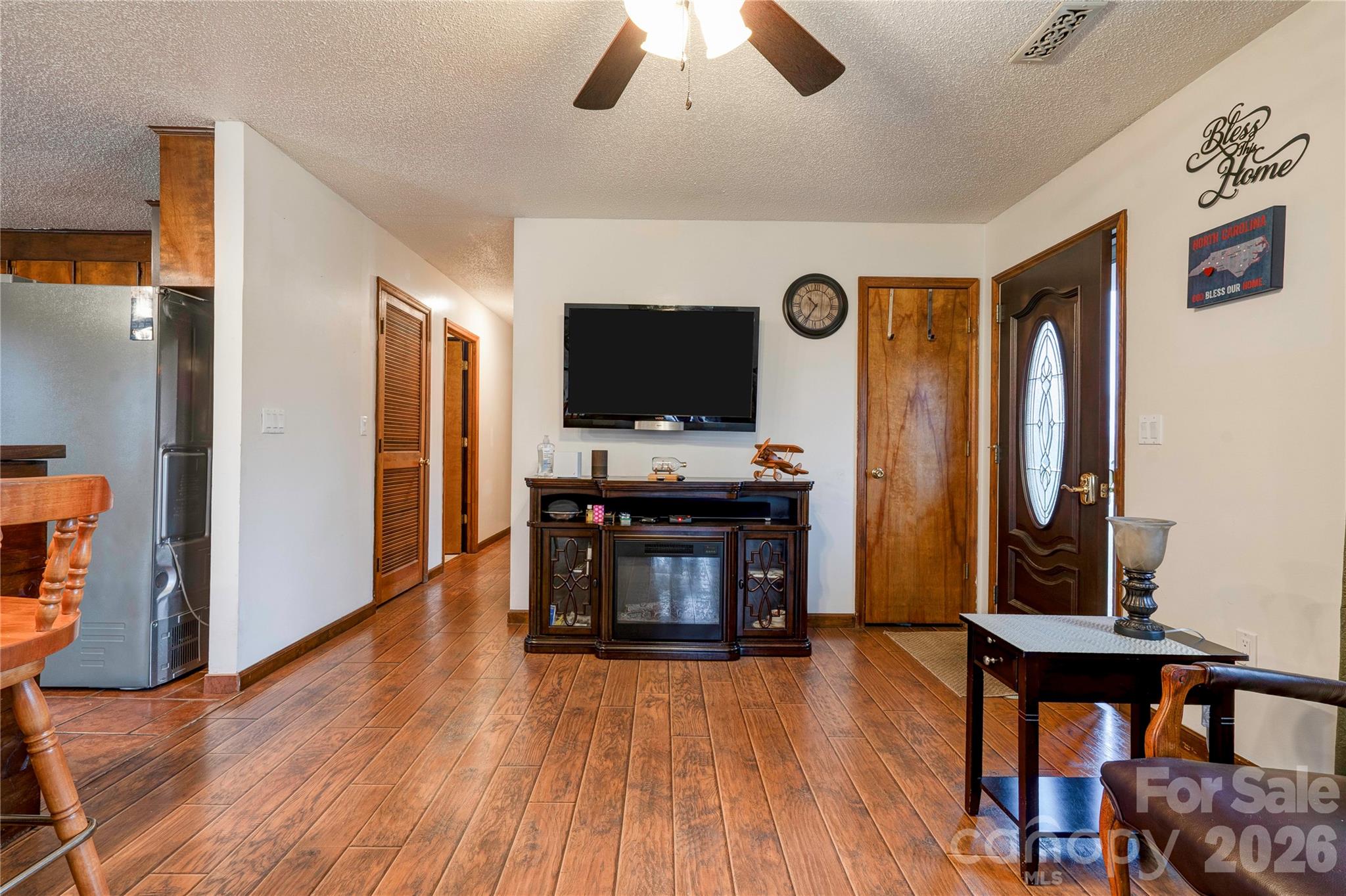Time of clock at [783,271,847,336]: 10:34
